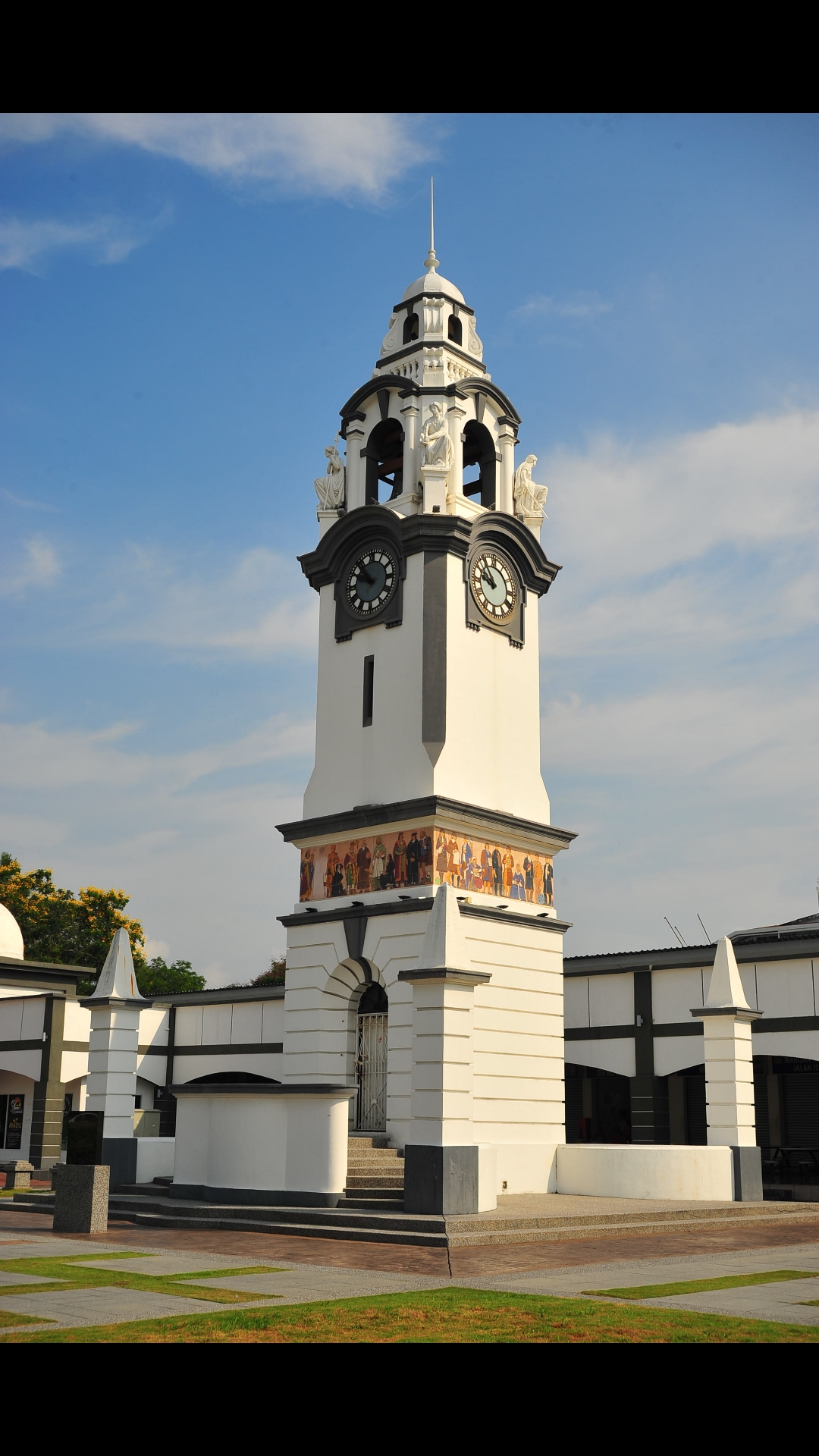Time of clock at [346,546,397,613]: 9:53
